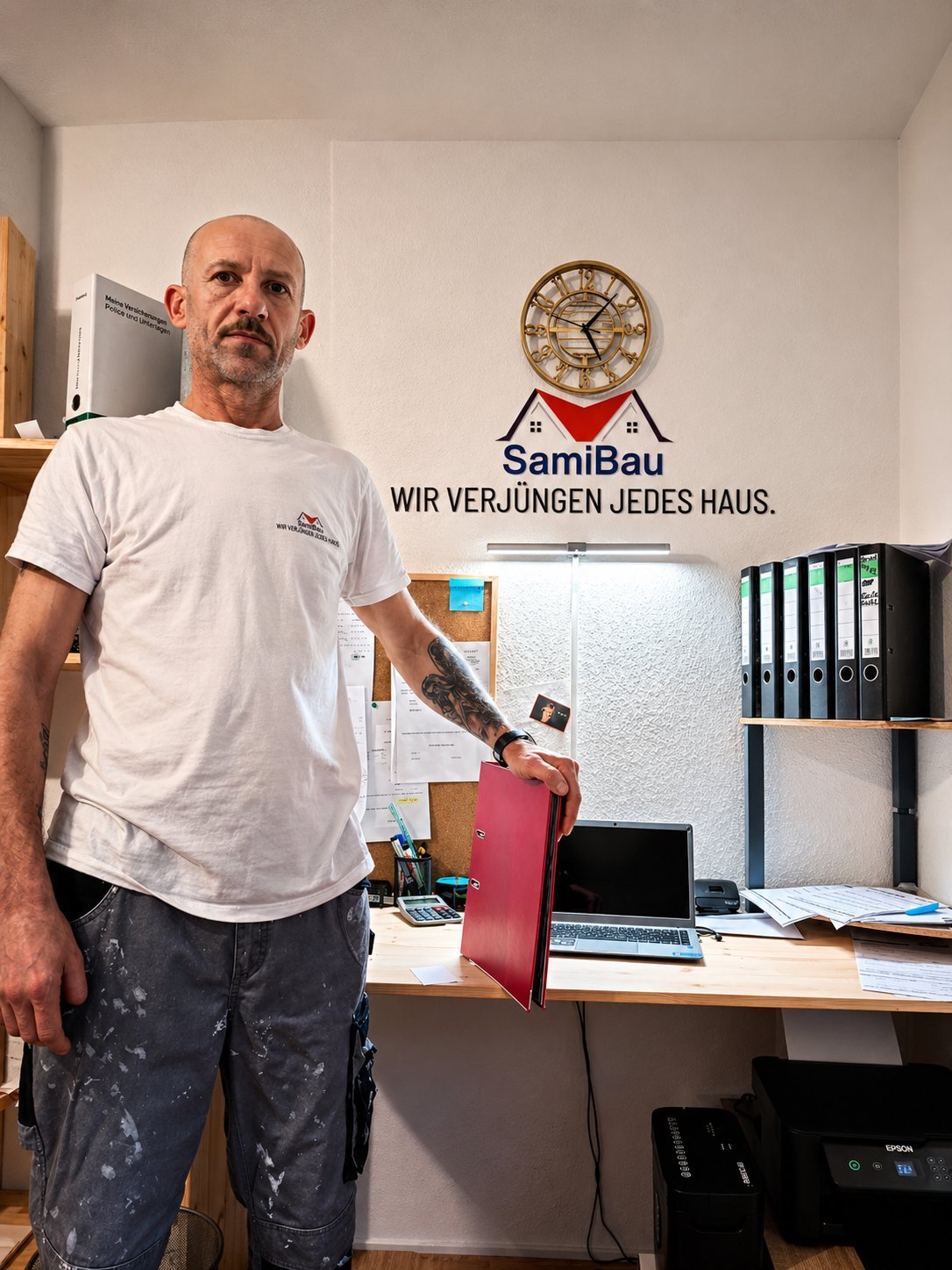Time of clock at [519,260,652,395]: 5:06
